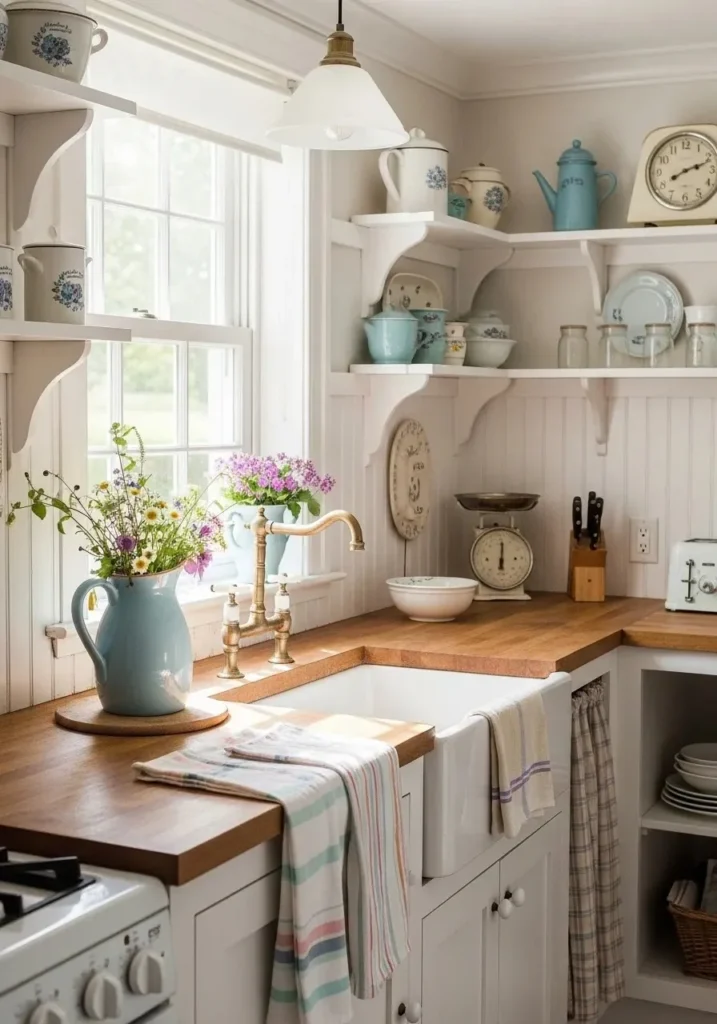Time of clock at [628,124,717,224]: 8:11
